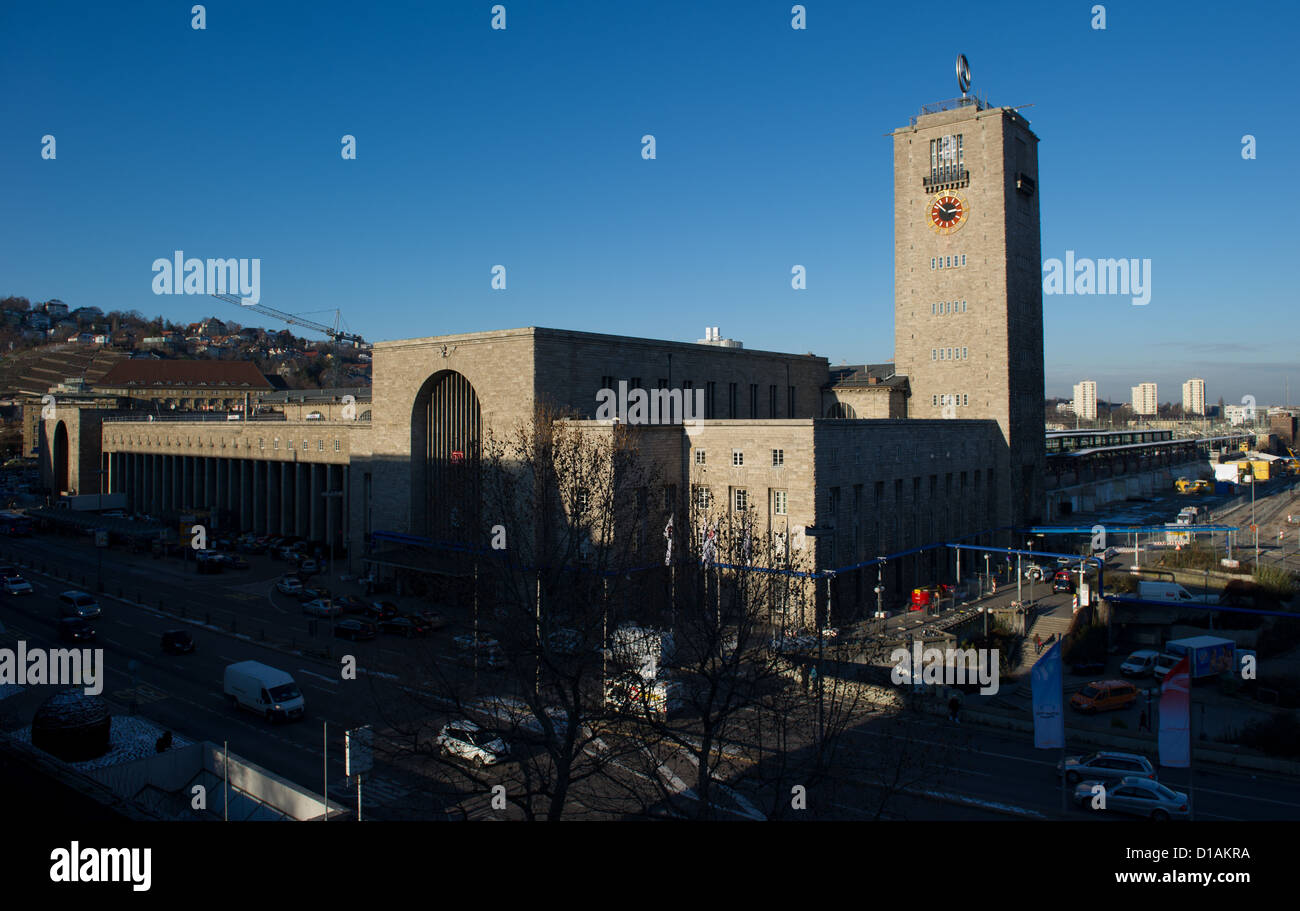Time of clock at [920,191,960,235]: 2:52
